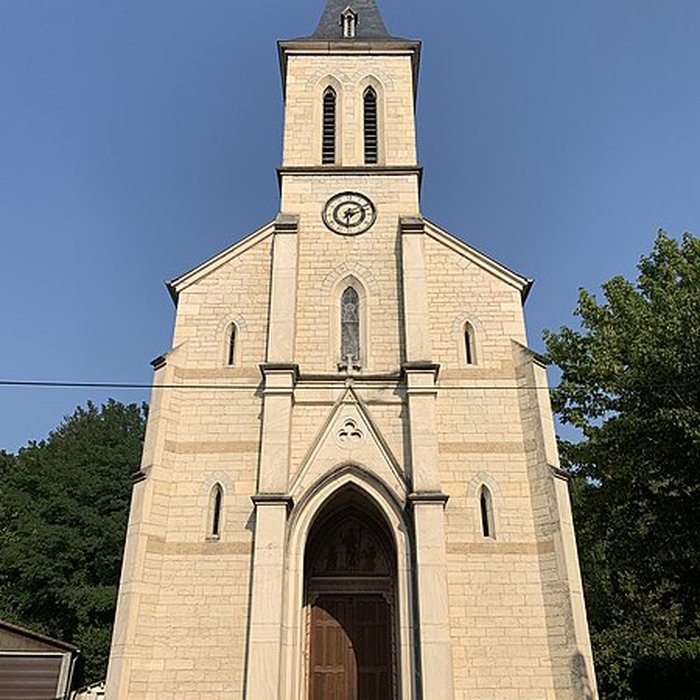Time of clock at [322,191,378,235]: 6:11
